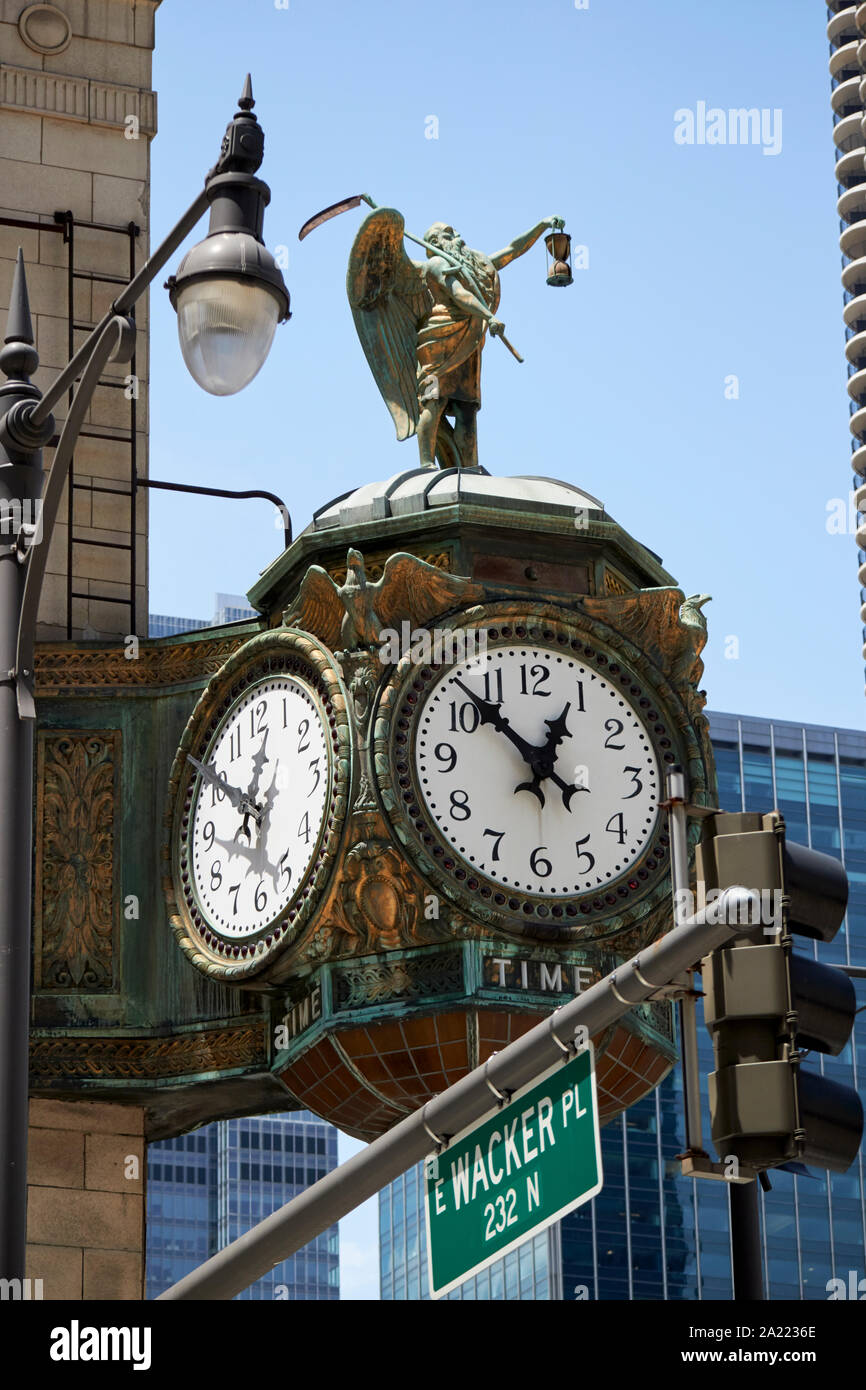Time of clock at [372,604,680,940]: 12:52
